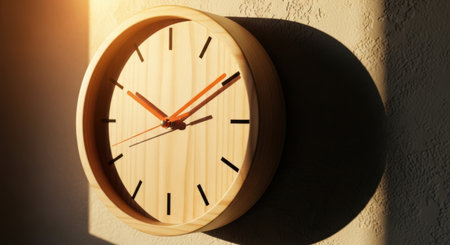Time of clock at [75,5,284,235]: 10:10
